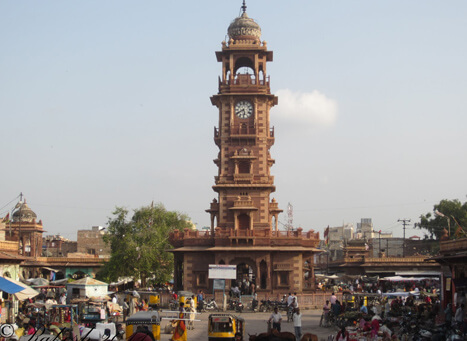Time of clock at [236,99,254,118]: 5:40
